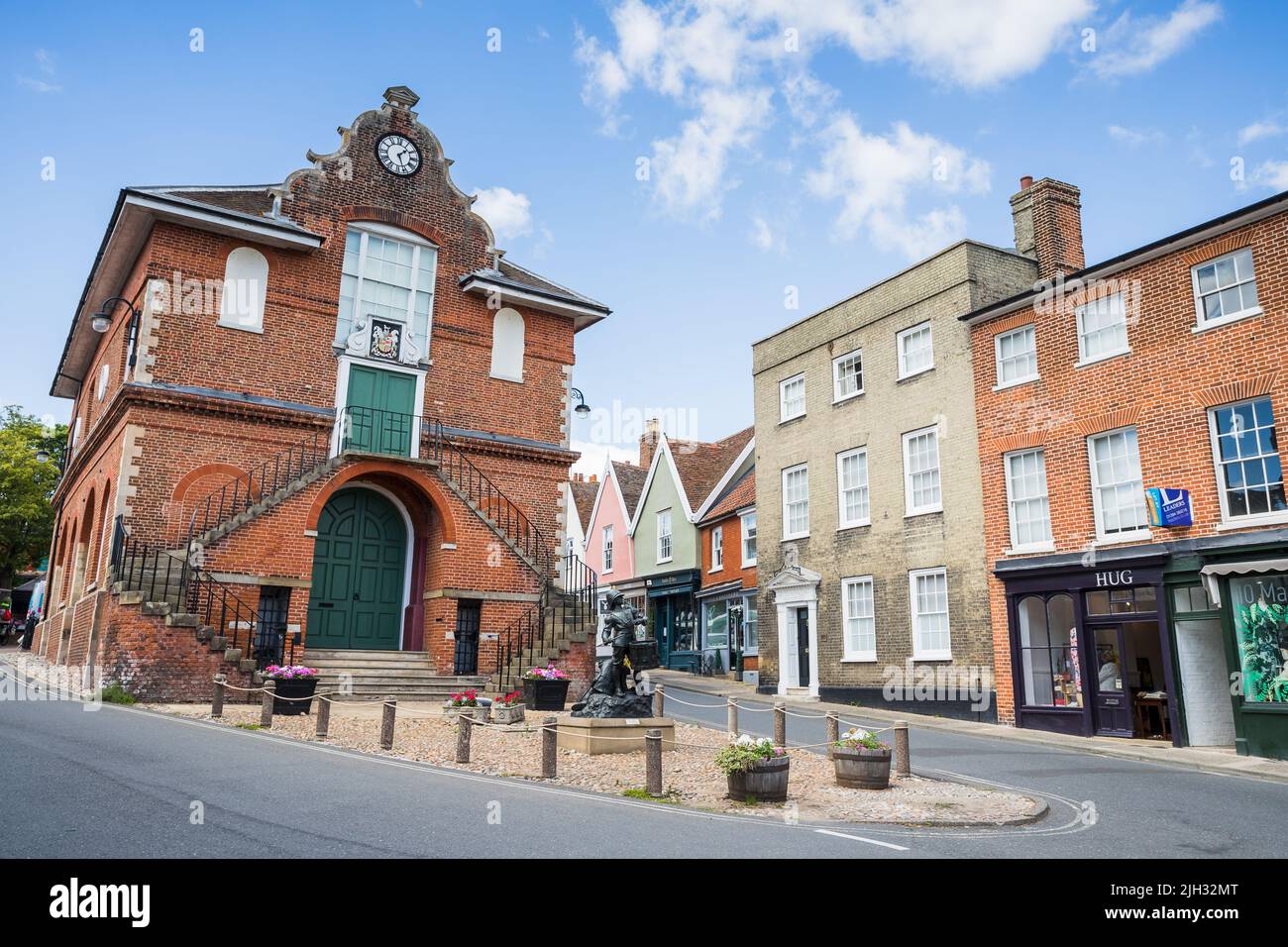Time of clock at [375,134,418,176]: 1:26
